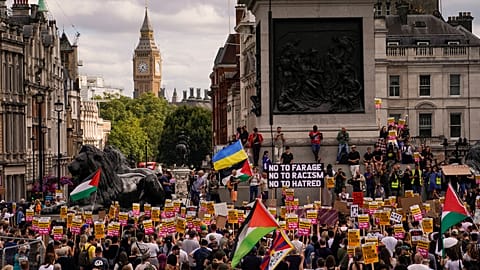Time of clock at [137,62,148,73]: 4:35
